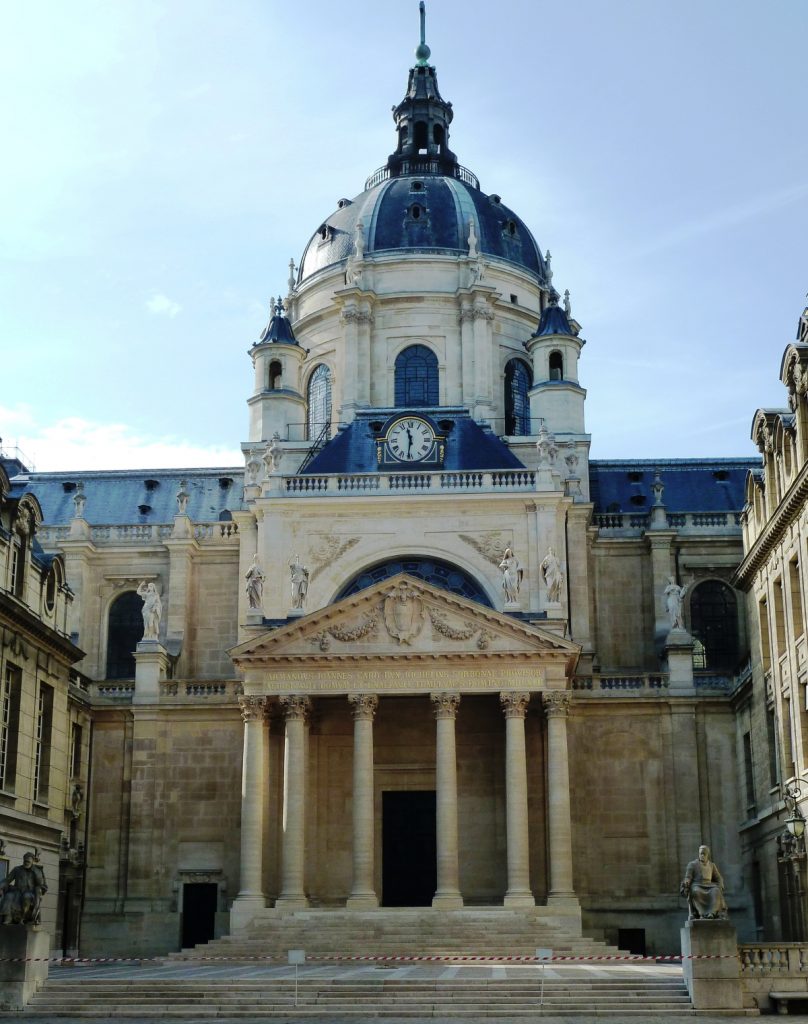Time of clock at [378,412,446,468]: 11:31
